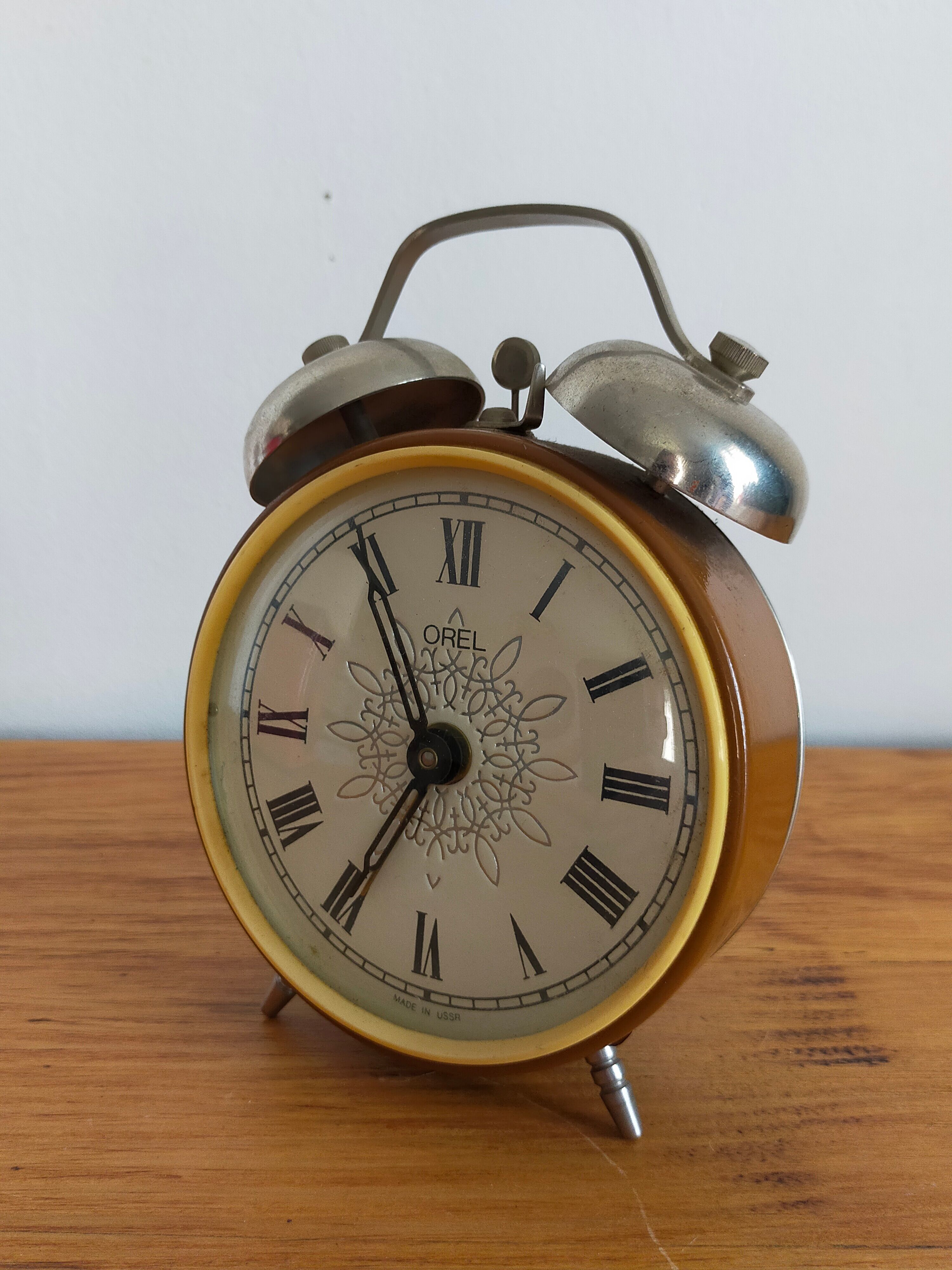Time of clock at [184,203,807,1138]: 6:55
